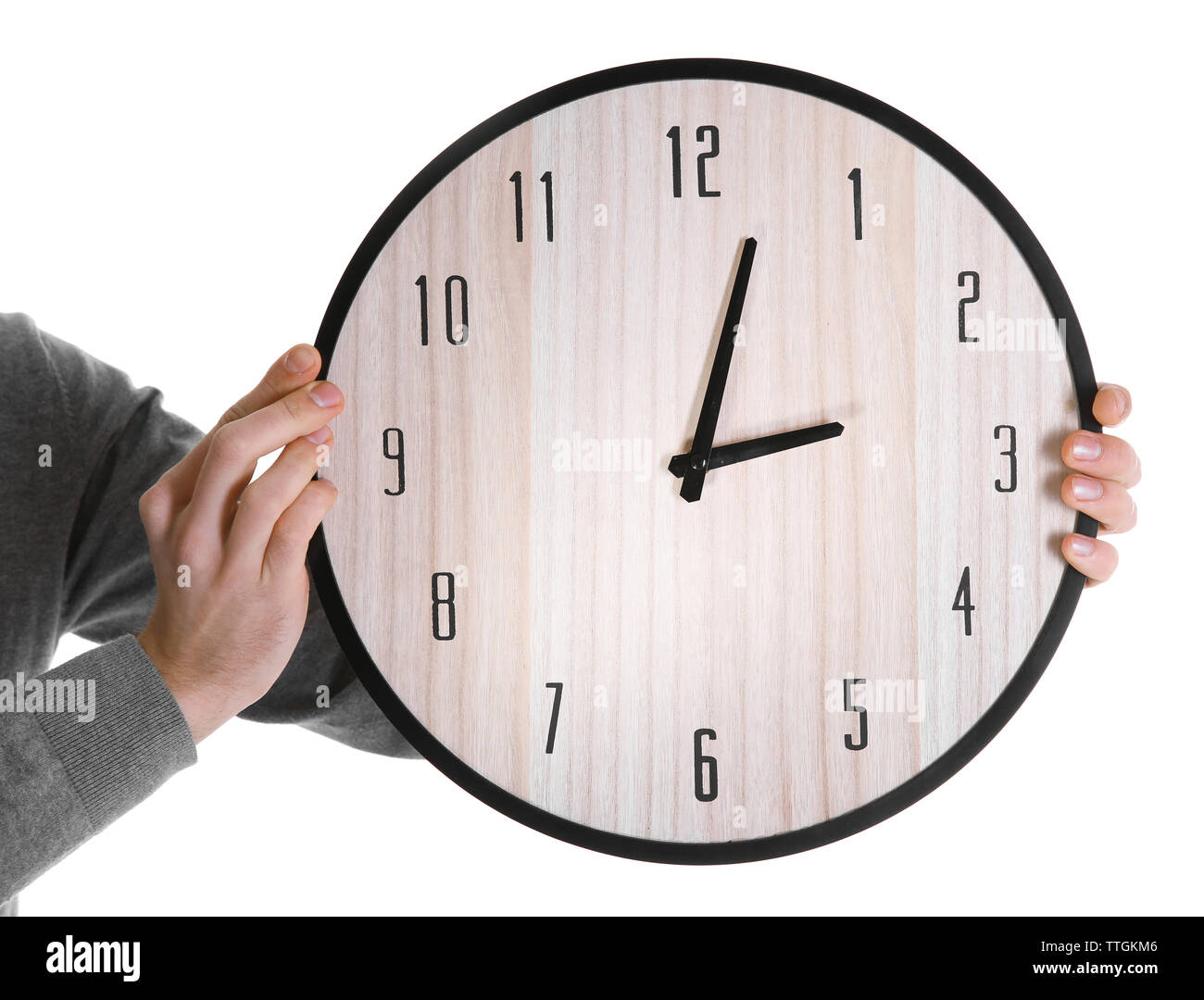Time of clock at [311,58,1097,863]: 3:02
